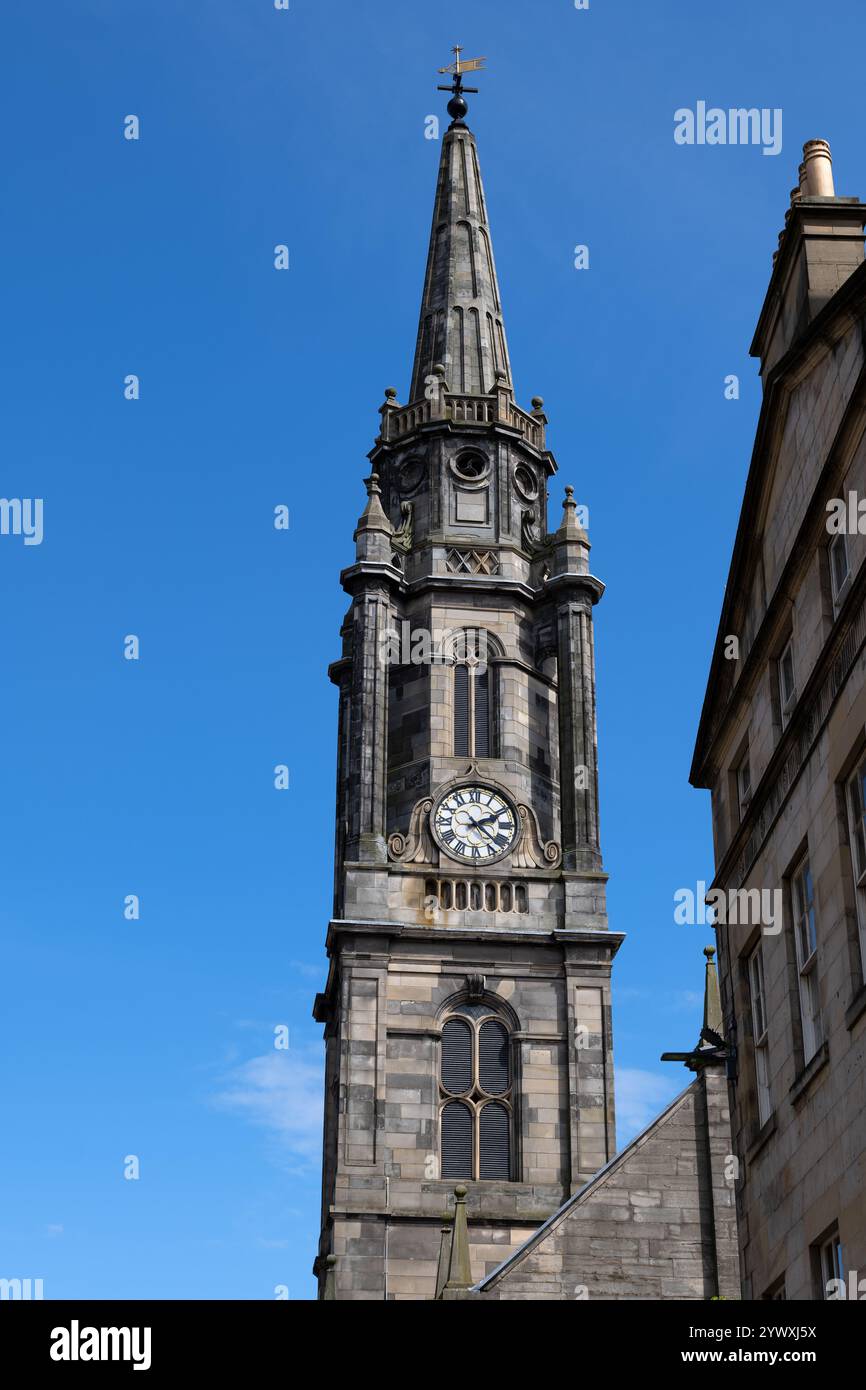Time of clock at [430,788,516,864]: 2:22
